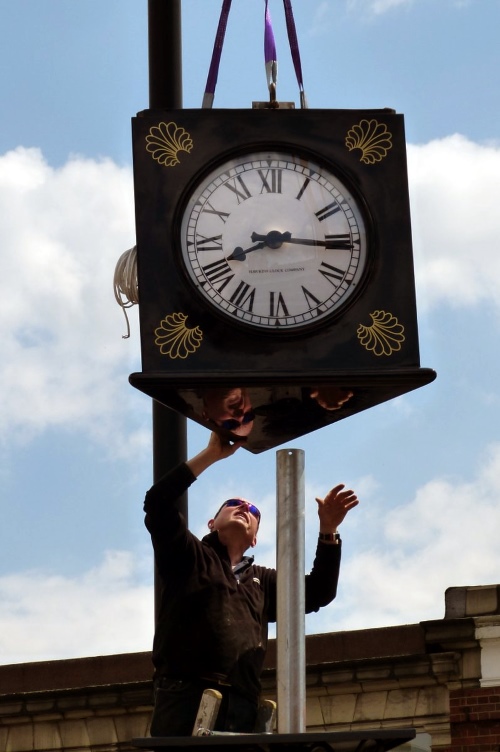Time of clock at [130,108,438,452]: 8:15
